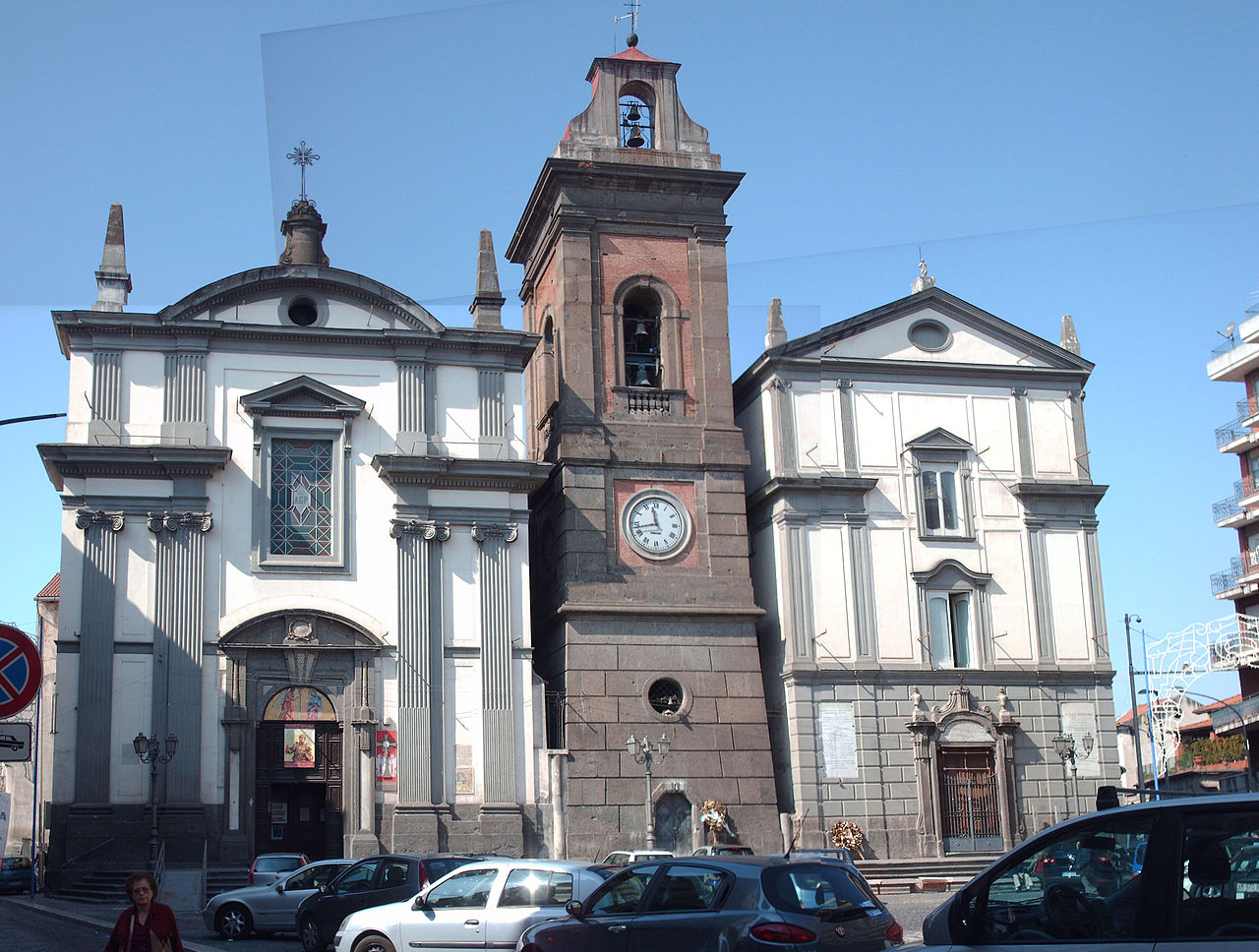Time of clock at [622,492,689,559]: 11:42
